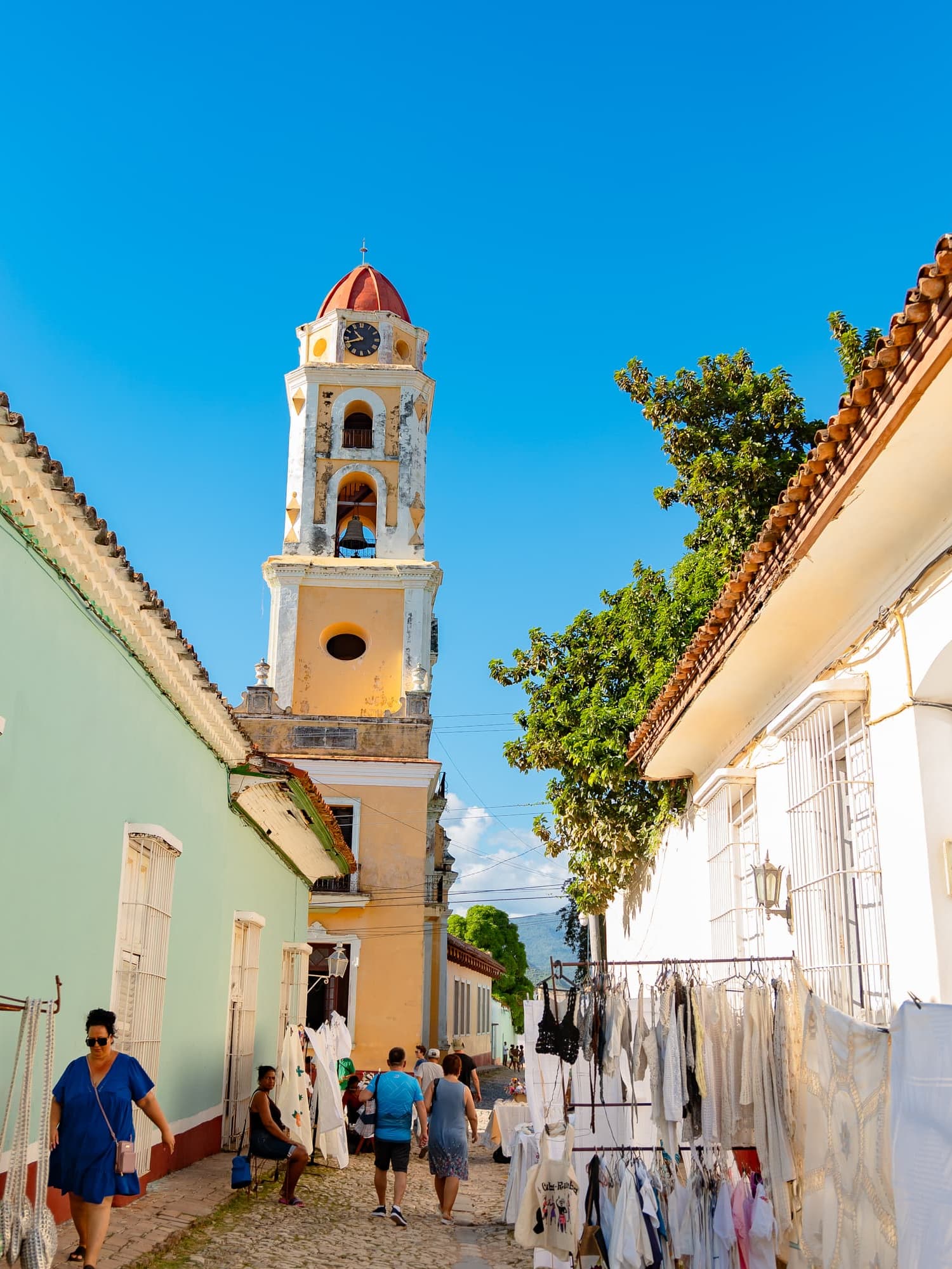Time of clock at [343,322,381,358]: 10:42
